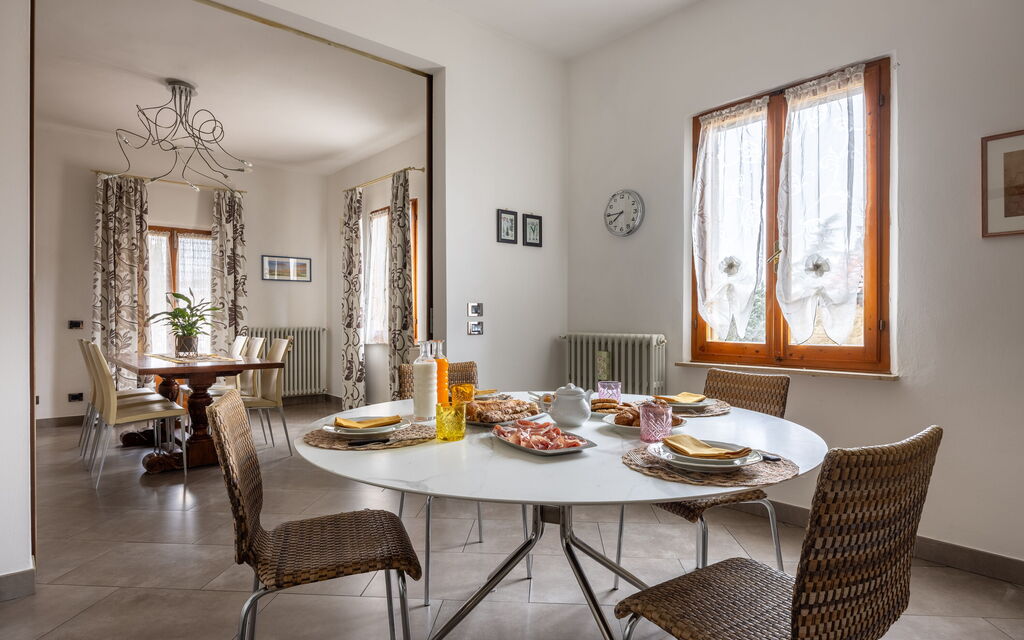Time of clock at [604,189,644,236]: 7:44
